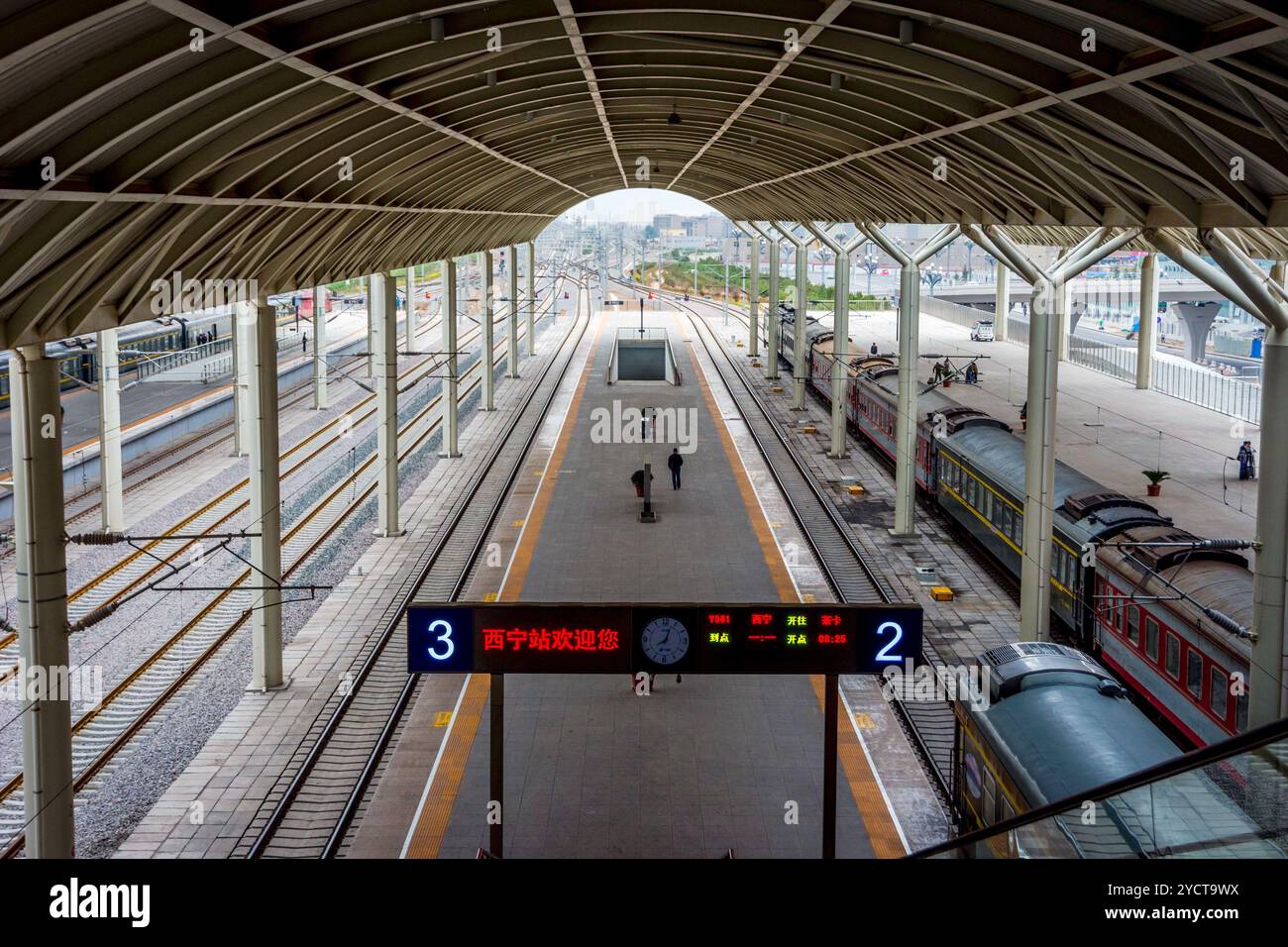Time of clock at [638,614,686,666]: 8:03
